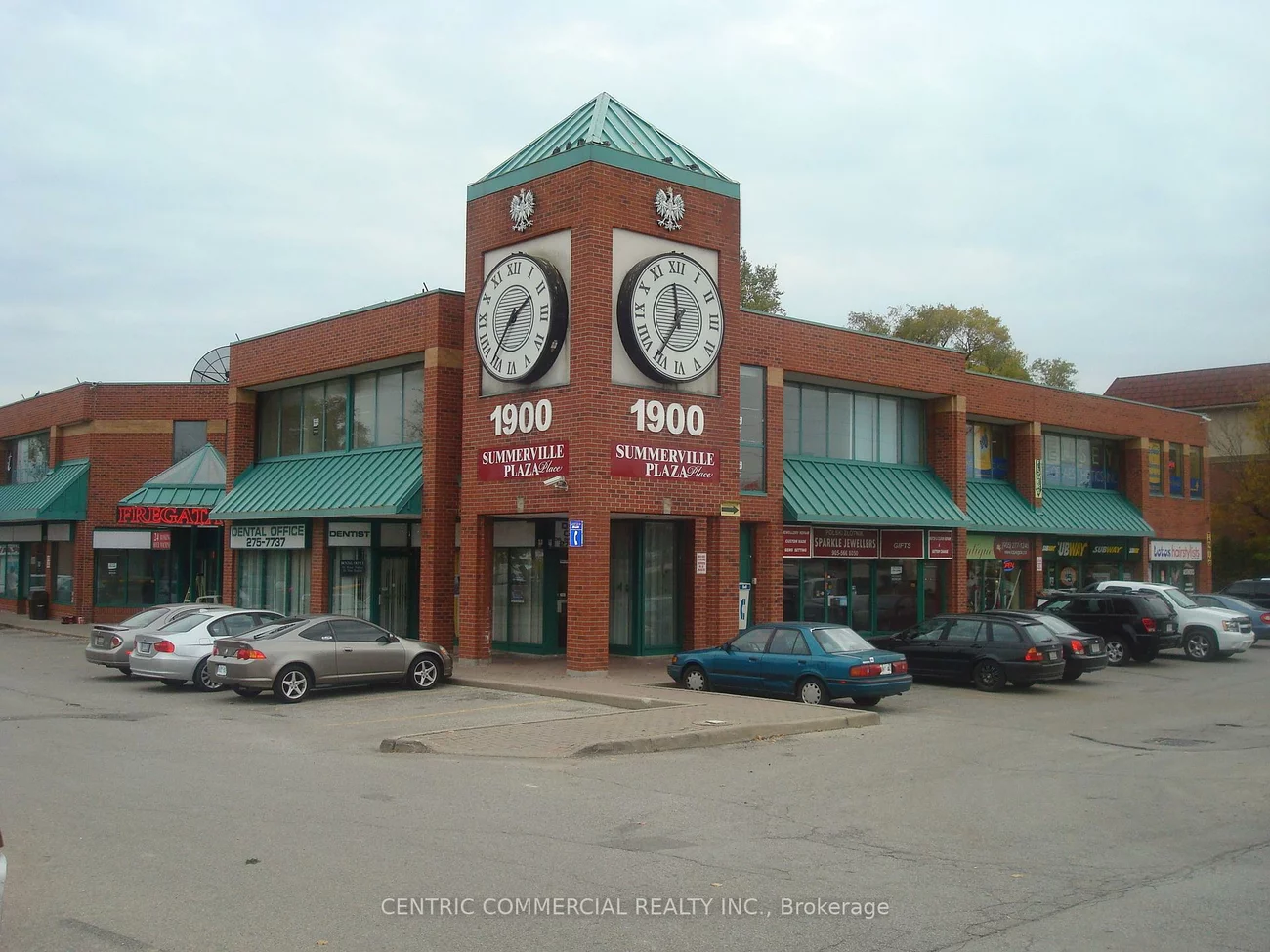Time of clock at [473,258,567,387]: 1:36
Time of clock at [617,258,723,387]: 11:35
